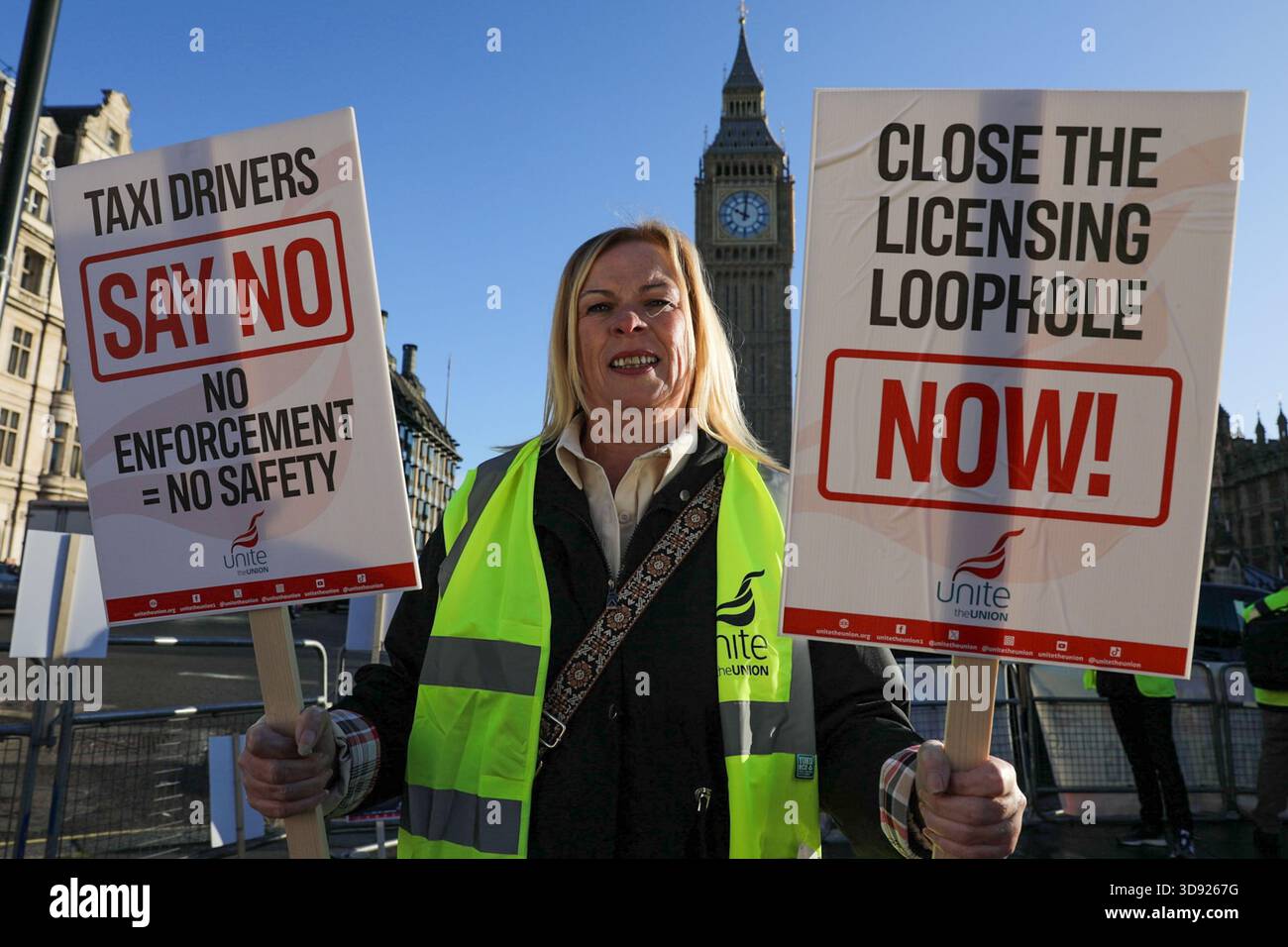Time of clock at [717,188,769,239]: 10:00
